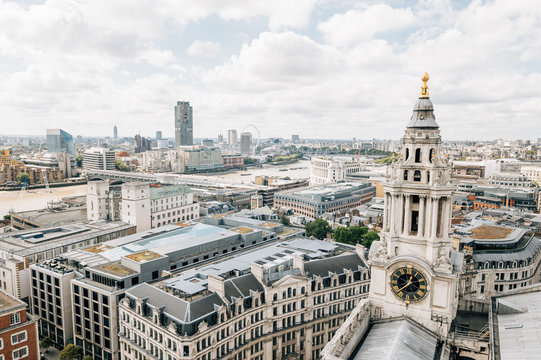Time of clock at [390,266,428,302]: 12:49
